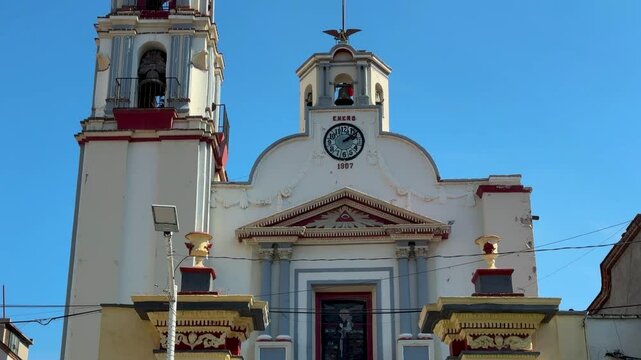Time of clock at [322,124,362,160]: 2:08
